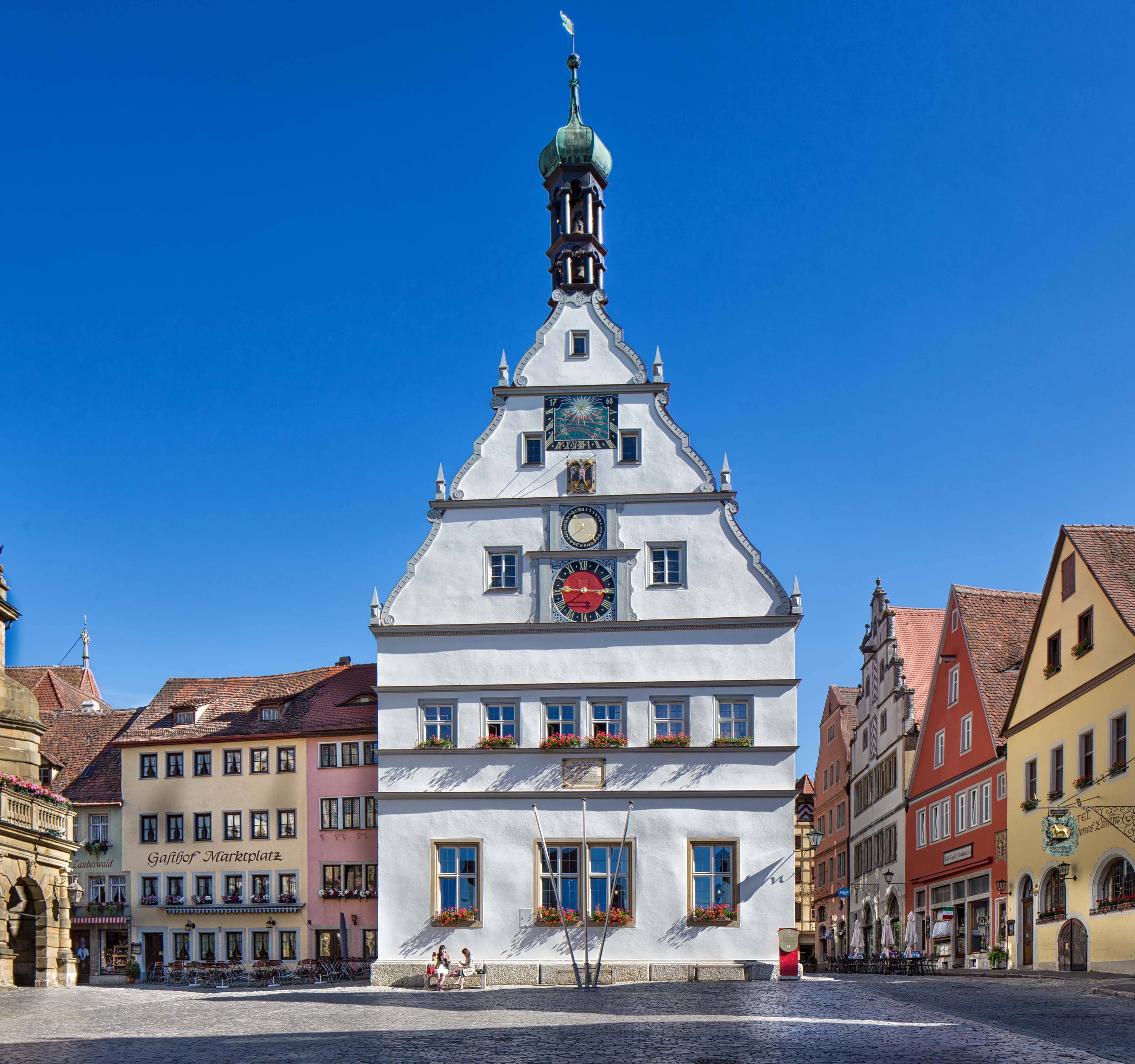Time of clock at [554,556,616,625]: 9:15
